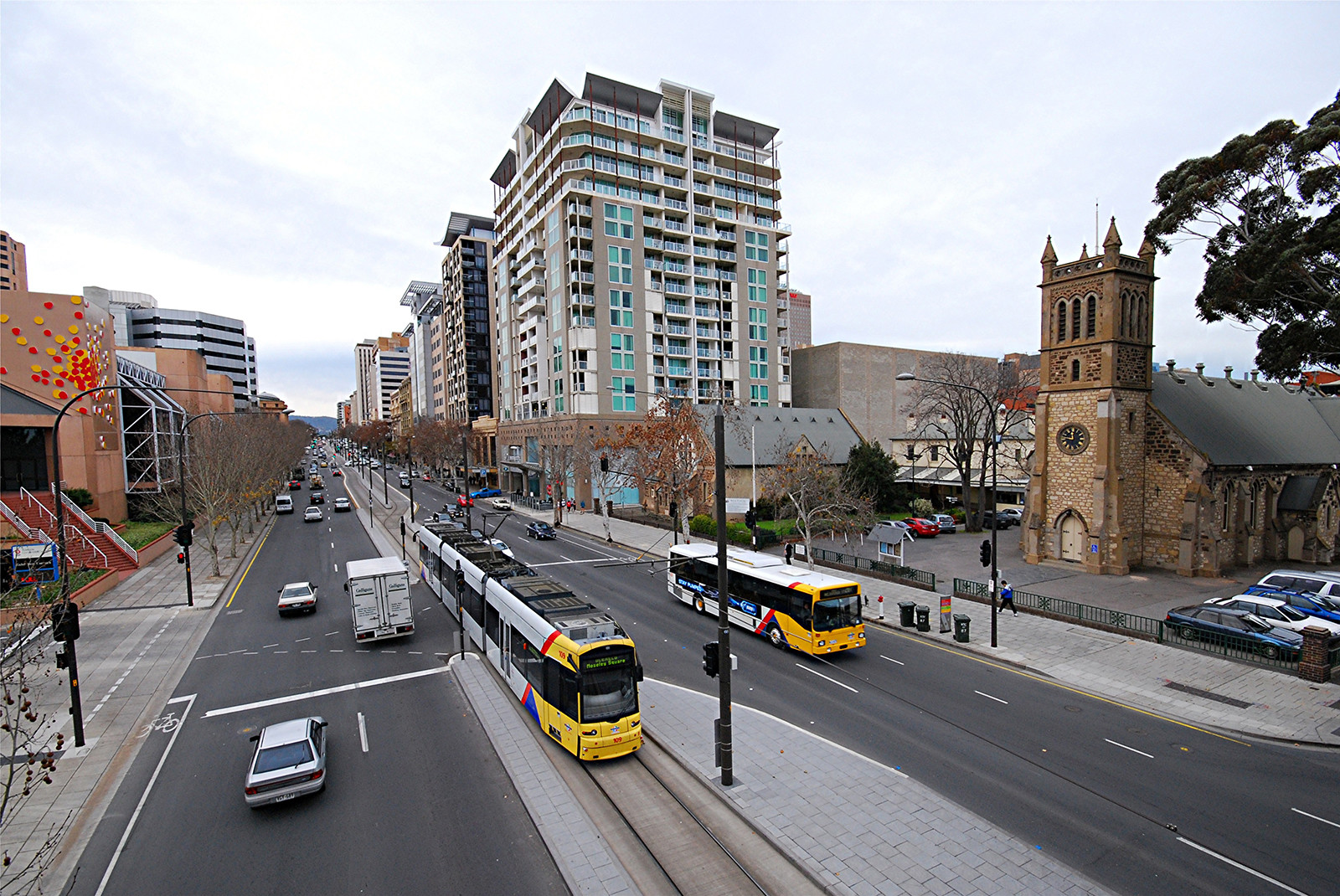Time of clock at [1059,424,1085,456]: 11:46
